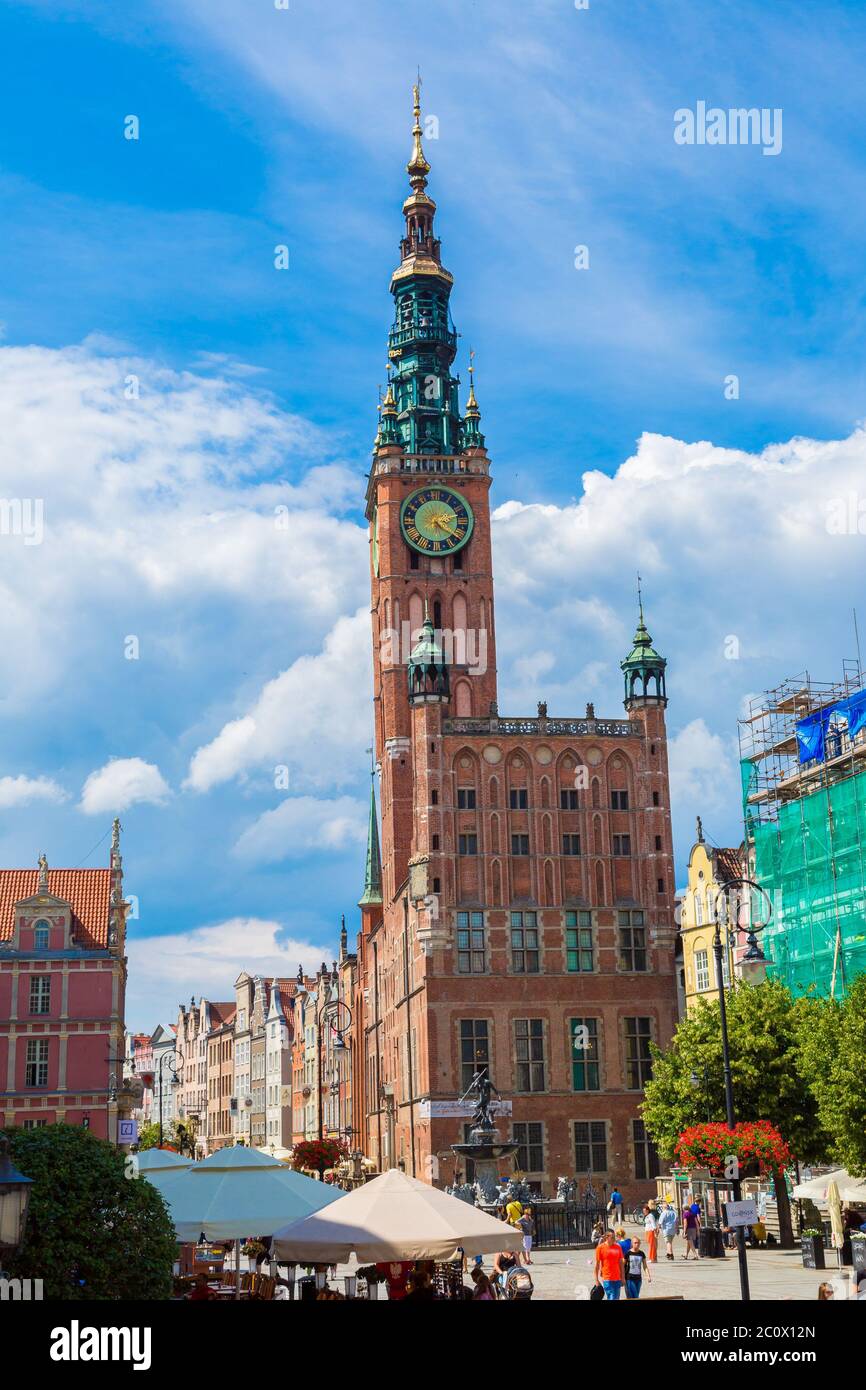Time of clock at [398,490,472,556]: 2:21
